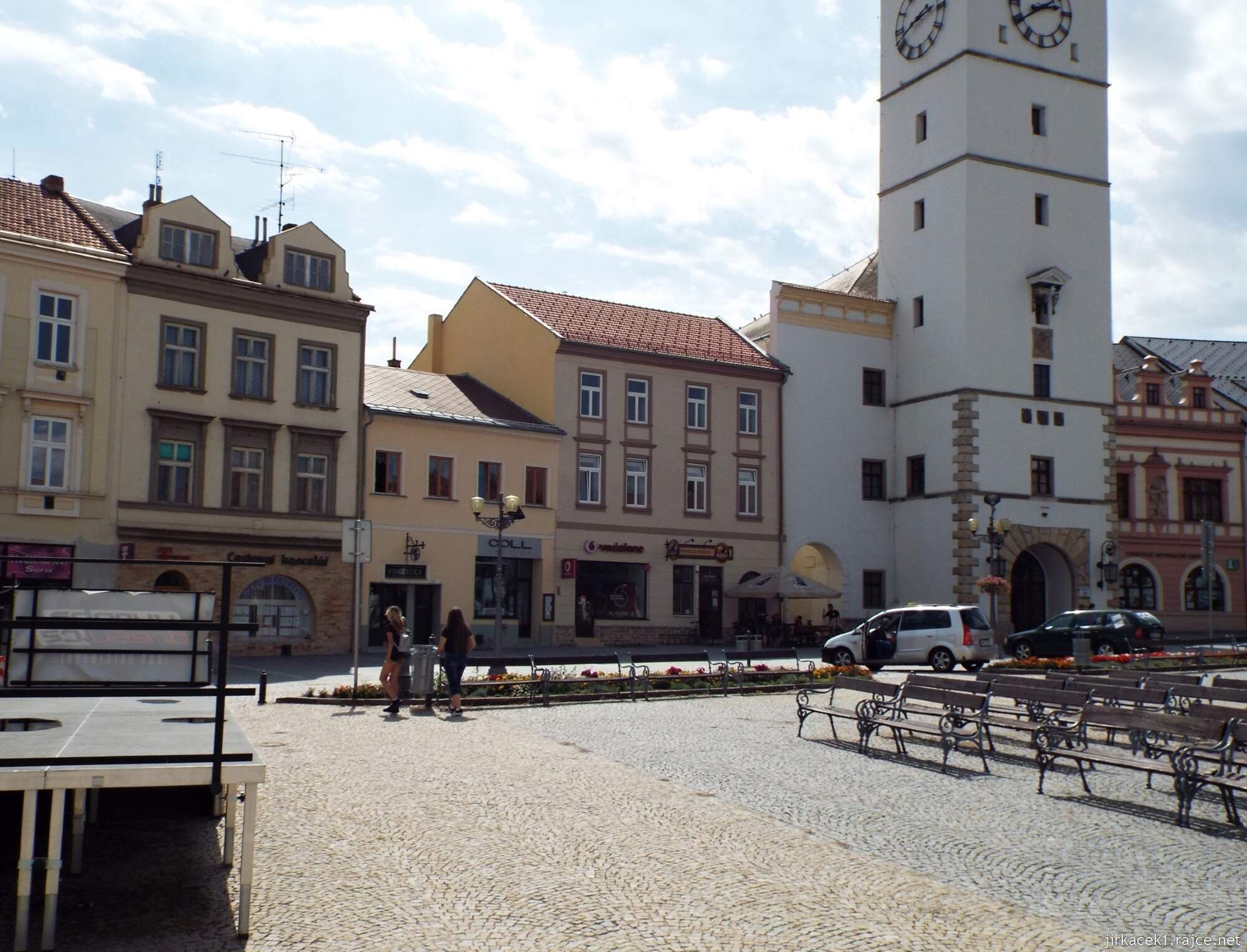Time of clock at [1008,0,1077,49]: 2:39
